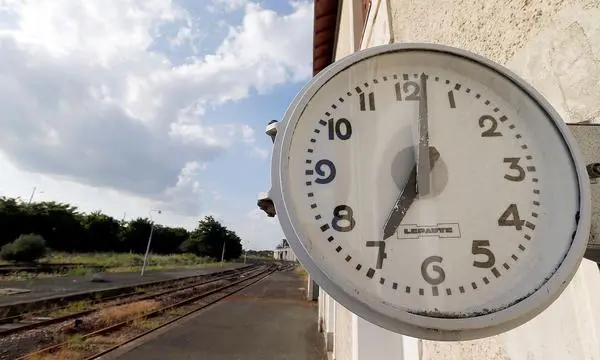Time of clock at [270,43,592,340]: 7:01
